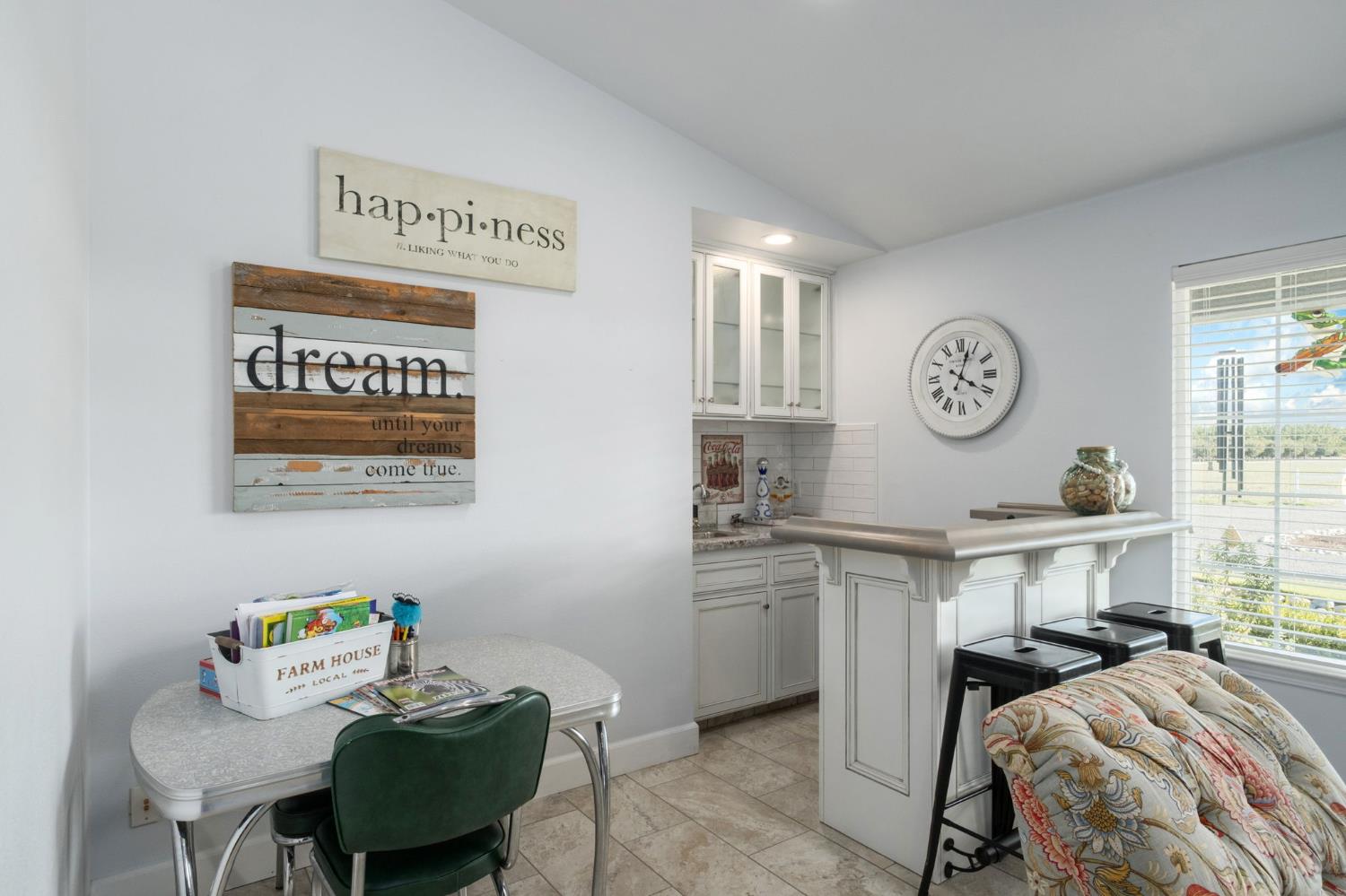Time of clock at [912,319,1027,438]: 4:03
